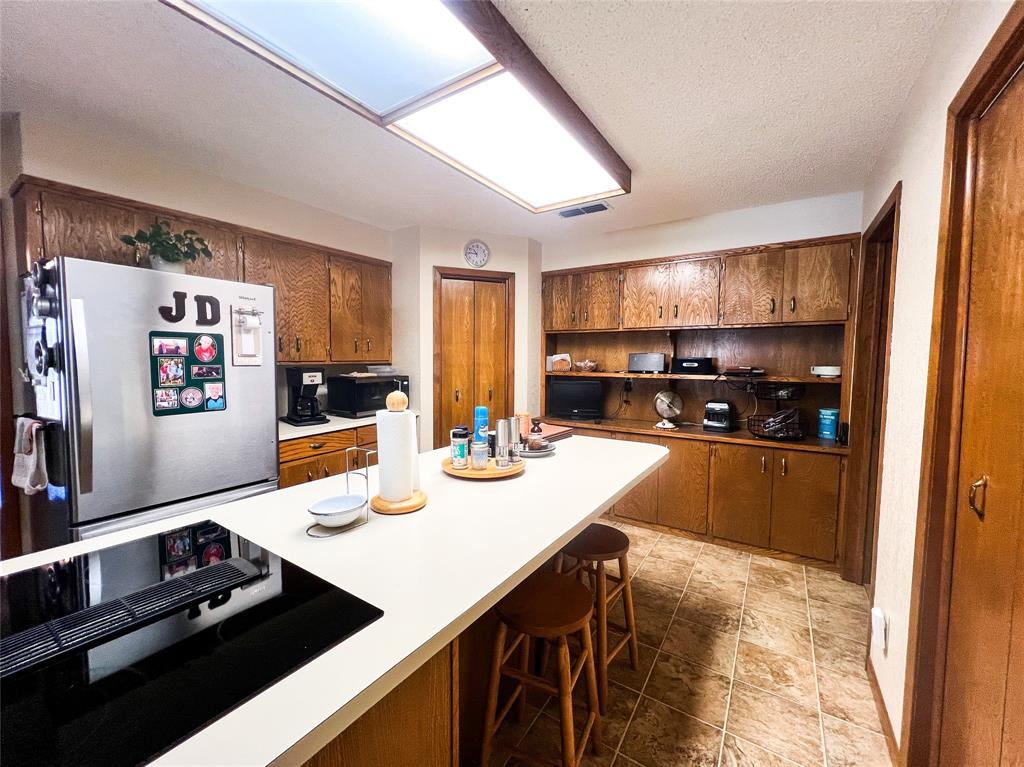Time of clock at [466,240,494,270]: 10:45
